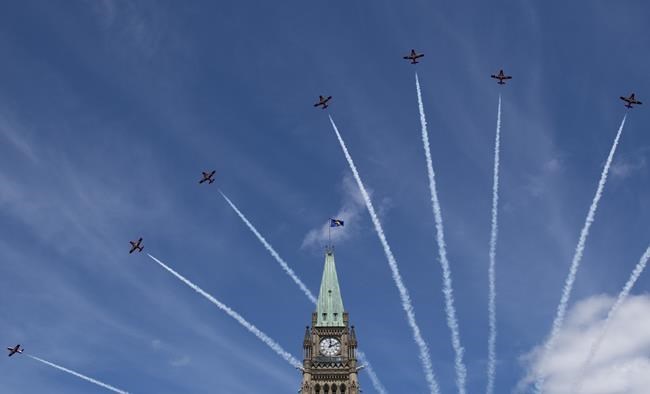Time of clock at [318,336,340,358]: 12:11
